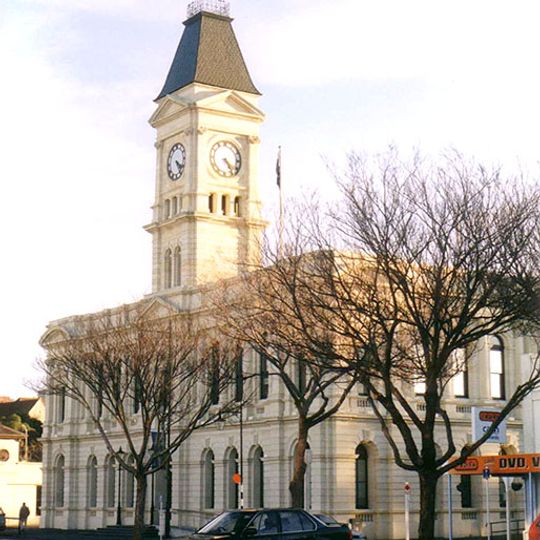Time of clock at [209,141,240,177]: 4:23
